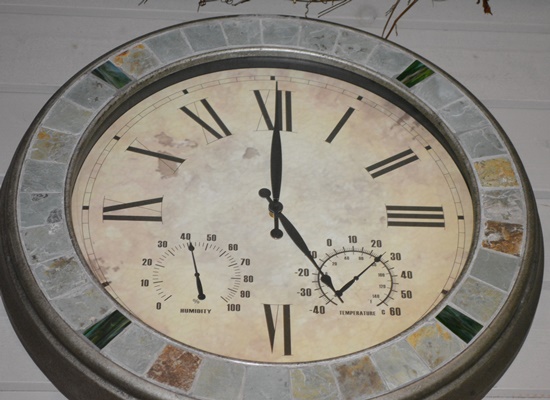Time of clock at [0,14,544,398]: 5:00
